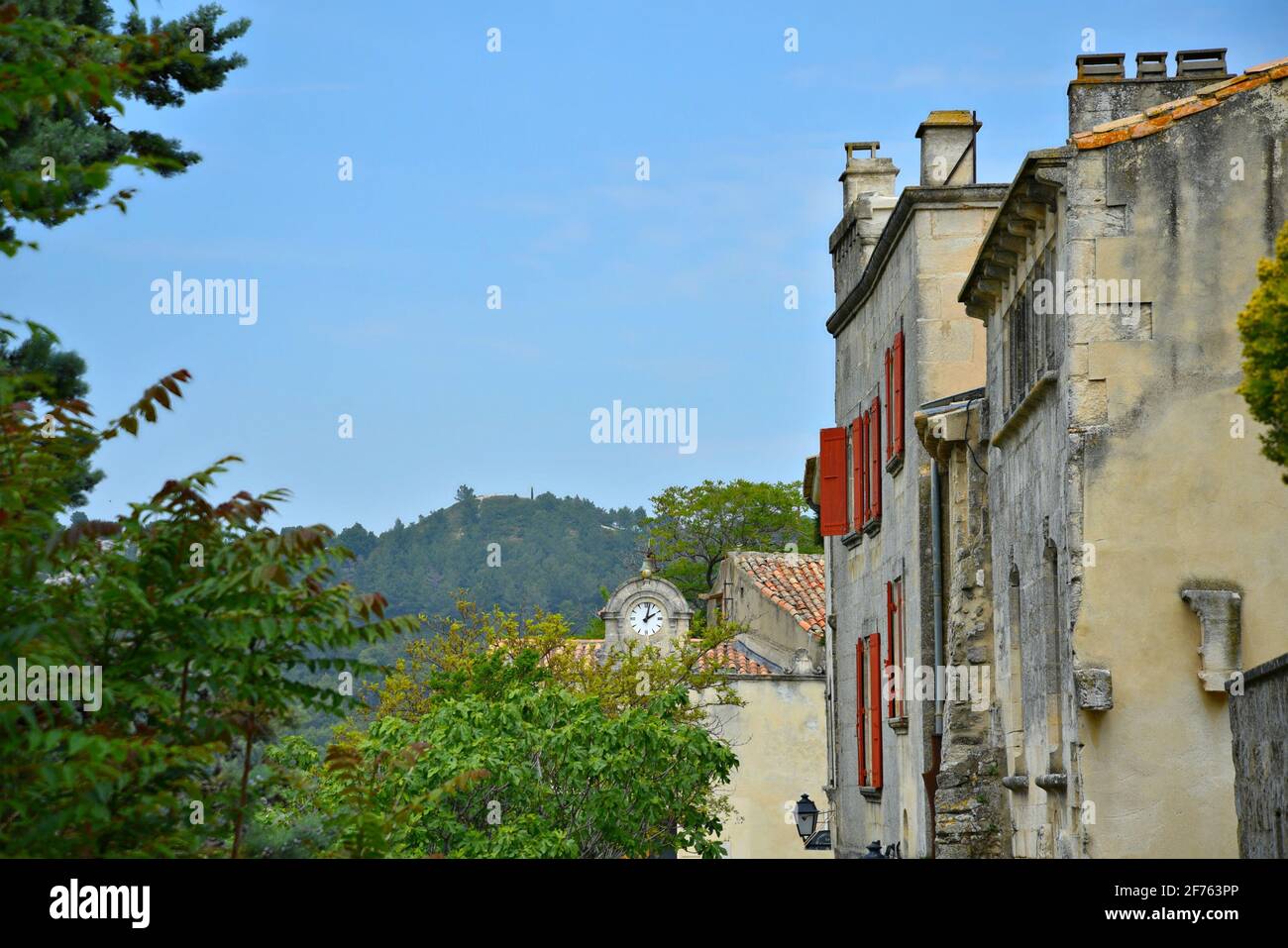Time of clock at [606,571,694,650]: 2:02
